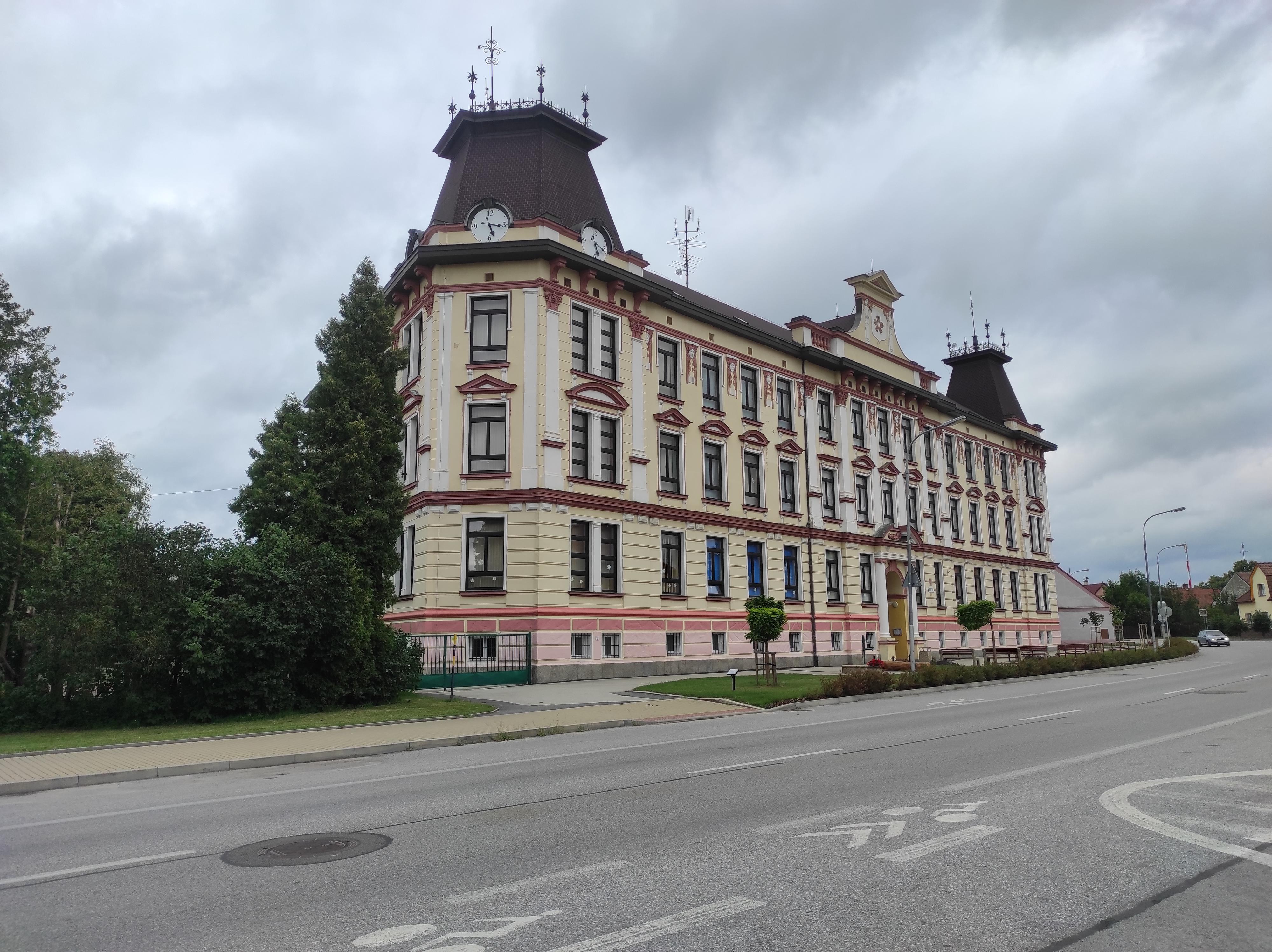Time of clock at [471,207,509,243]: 5:16
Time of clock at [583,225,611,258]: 5:18
